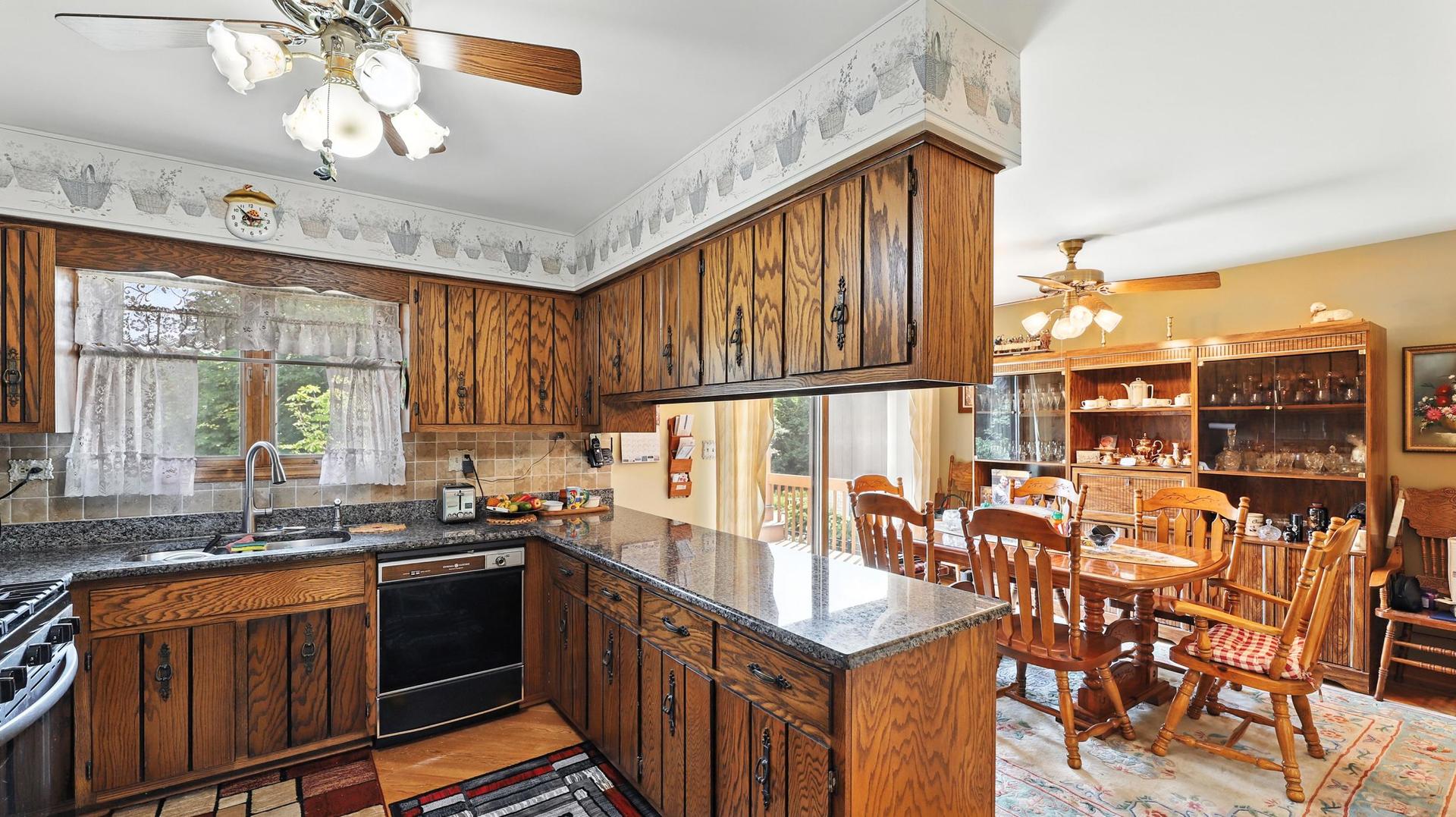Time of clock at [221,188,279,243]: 2:53
